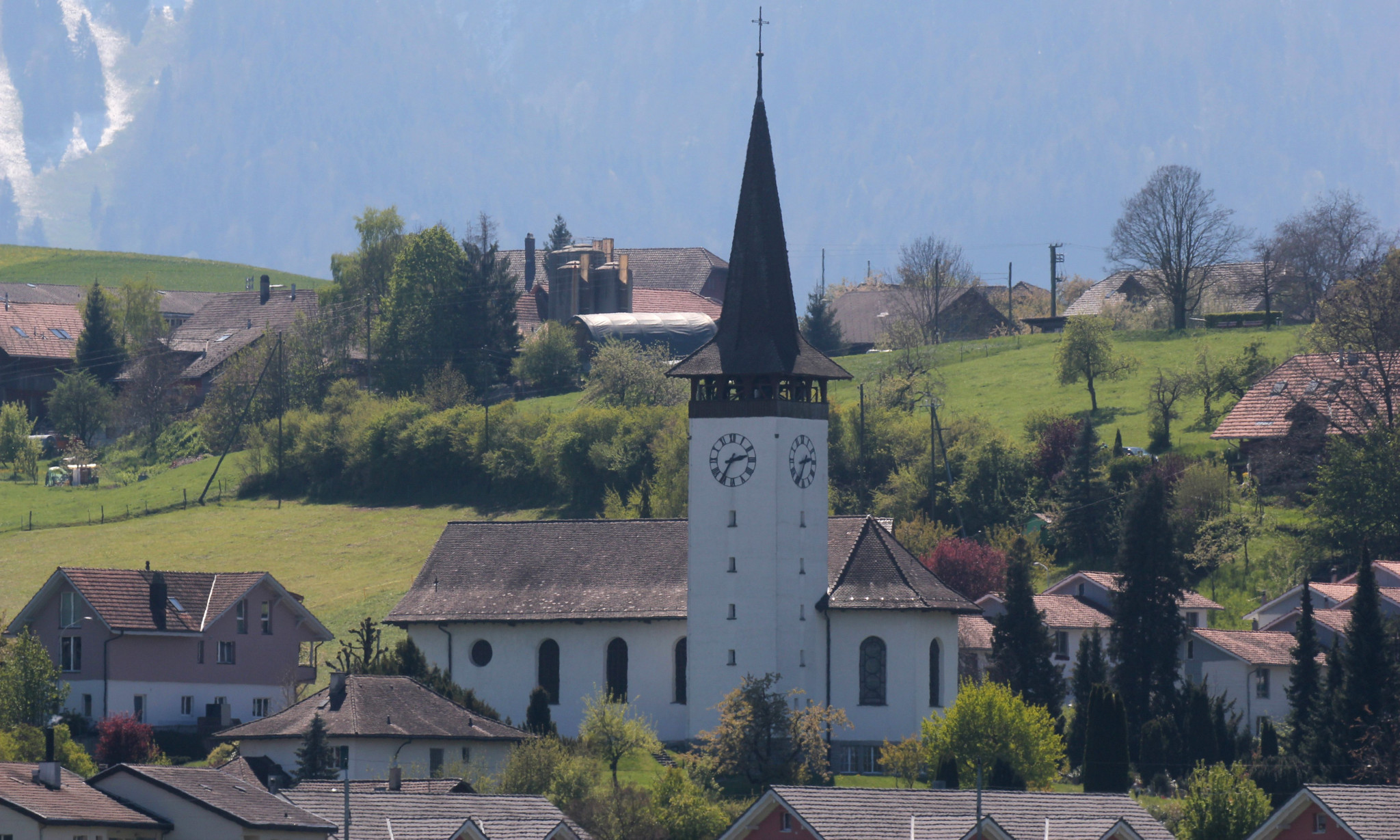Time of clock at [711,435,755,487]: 2:35
